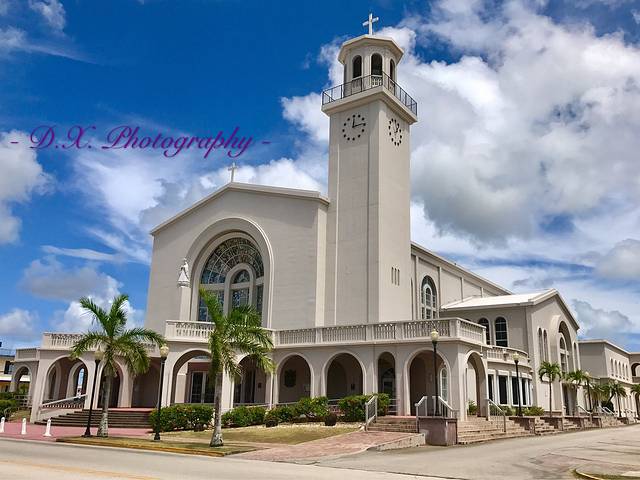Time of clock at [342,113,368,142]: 12:14
